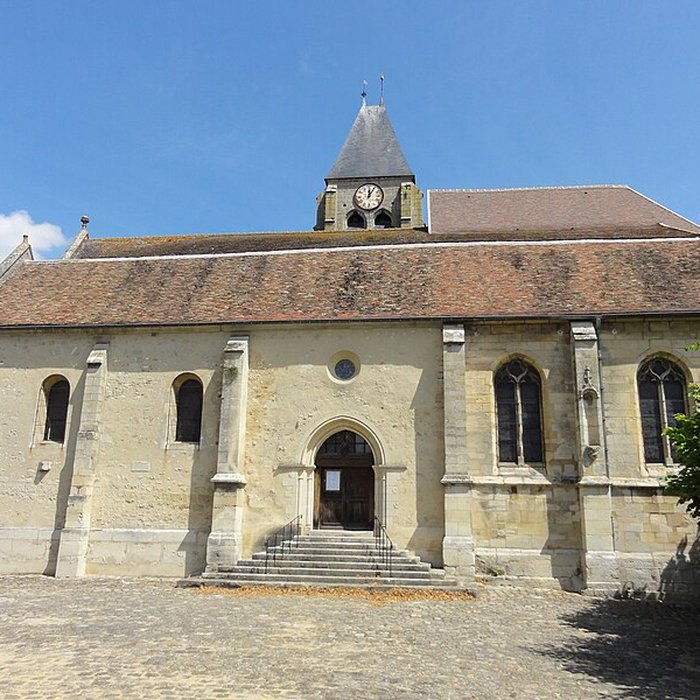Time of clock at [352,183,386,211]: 12:05
